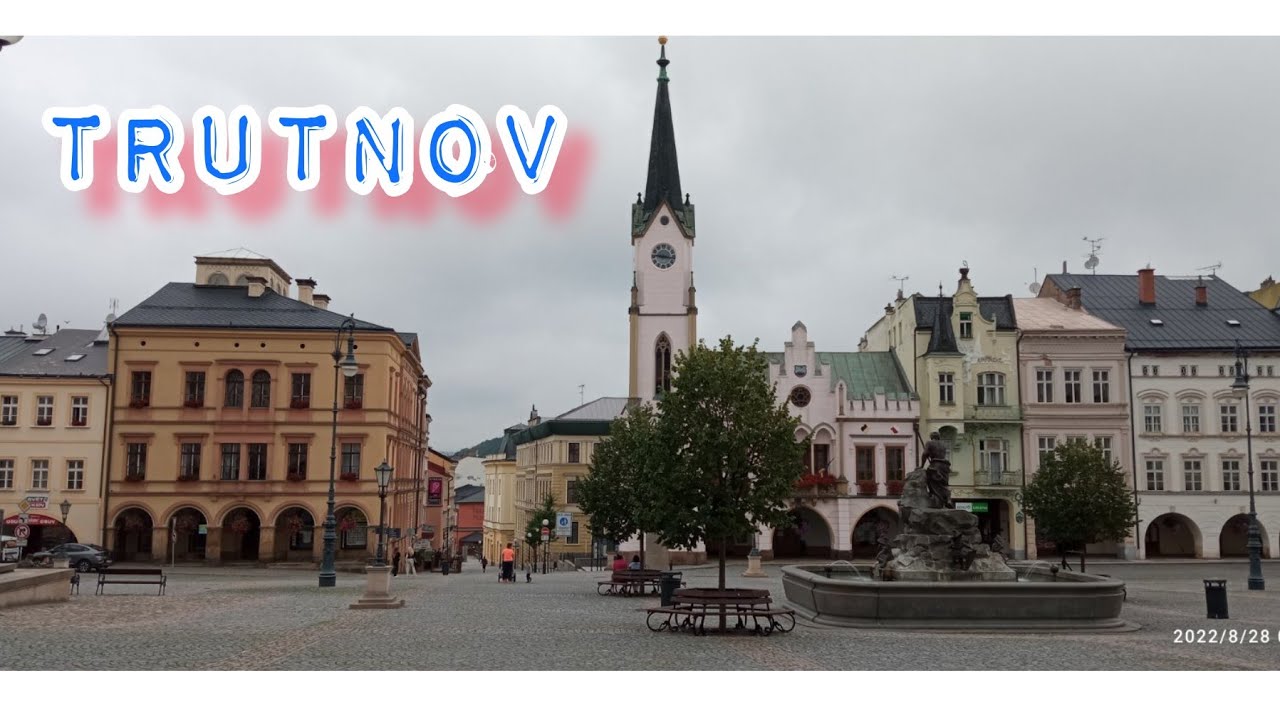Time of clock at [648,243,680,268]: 9:16
